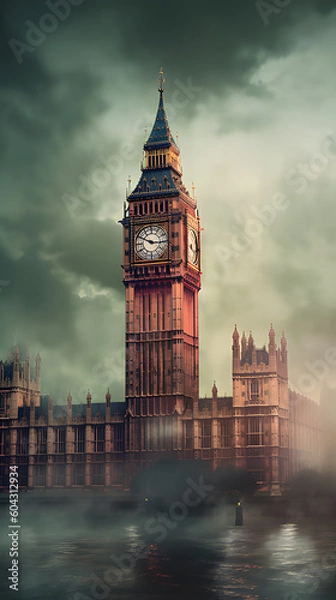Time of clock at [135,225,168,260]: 2:49
